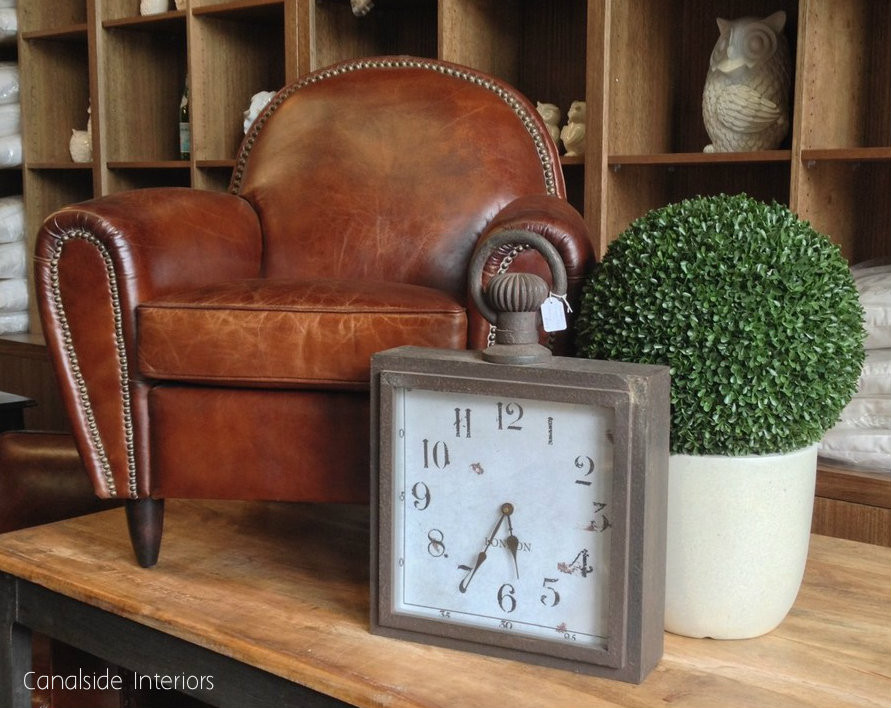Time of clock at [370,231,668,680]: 5:34
